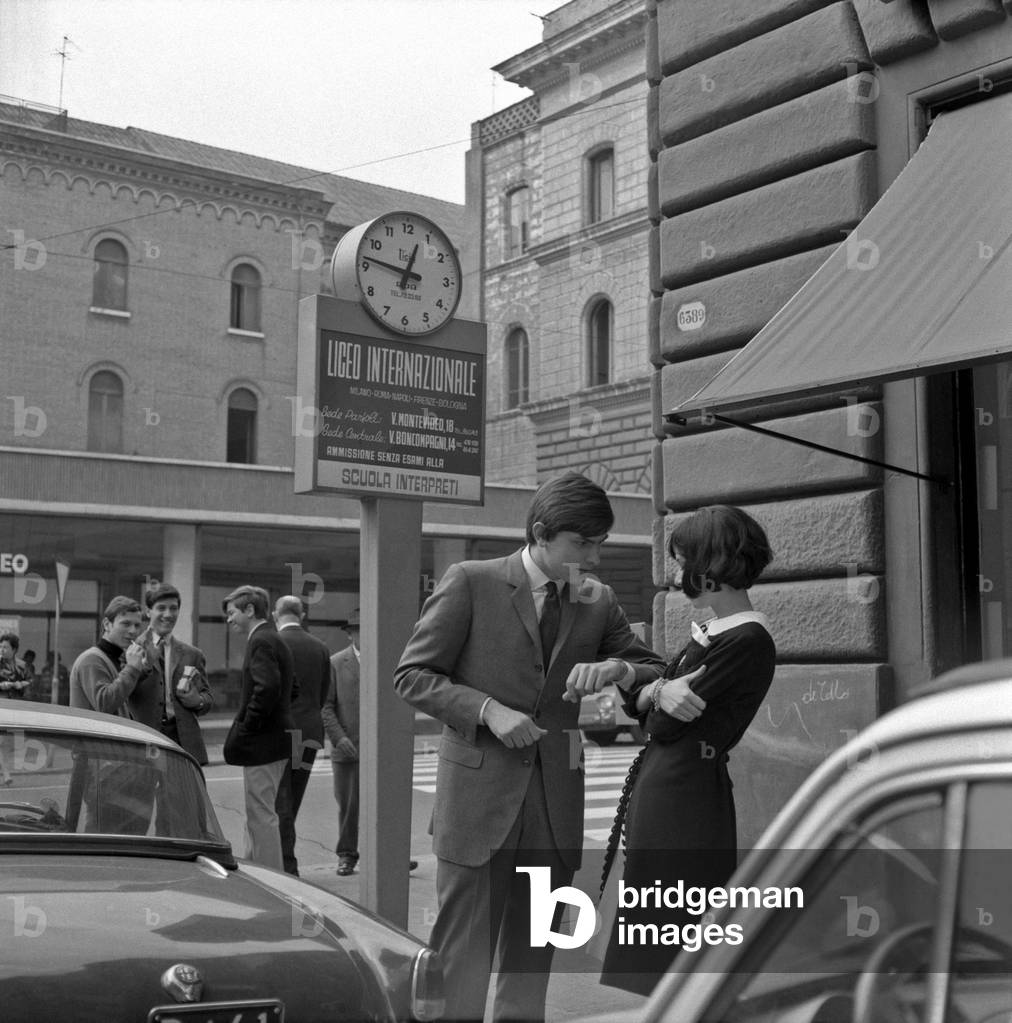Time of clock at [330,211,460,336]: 12:46
